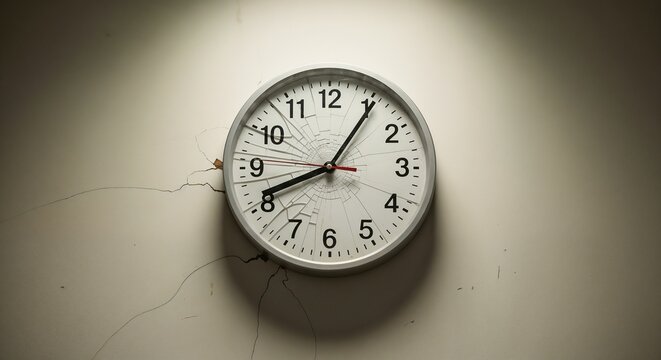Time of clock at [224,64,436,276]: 8:05
